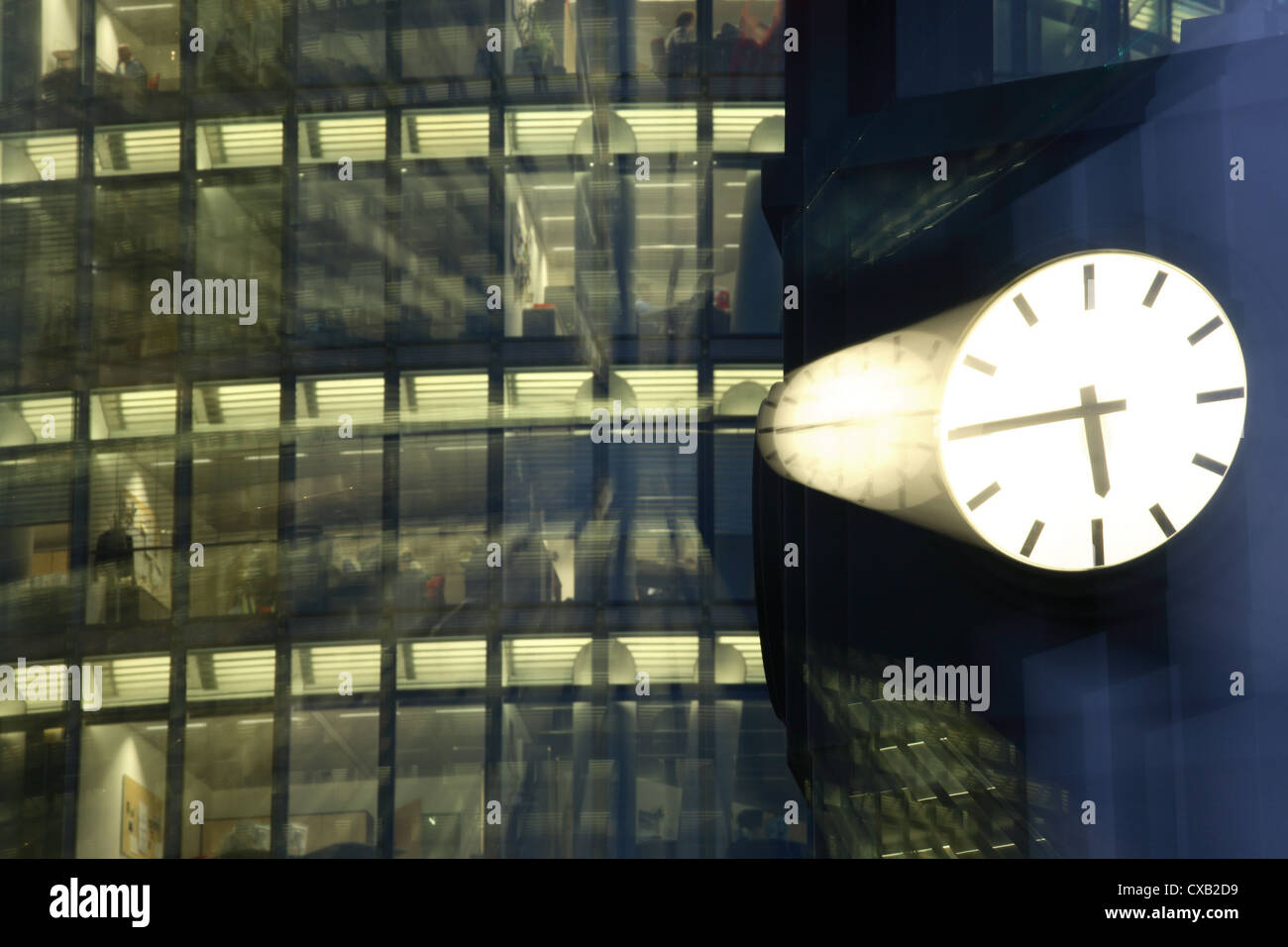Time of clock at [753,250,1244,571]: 5:44
